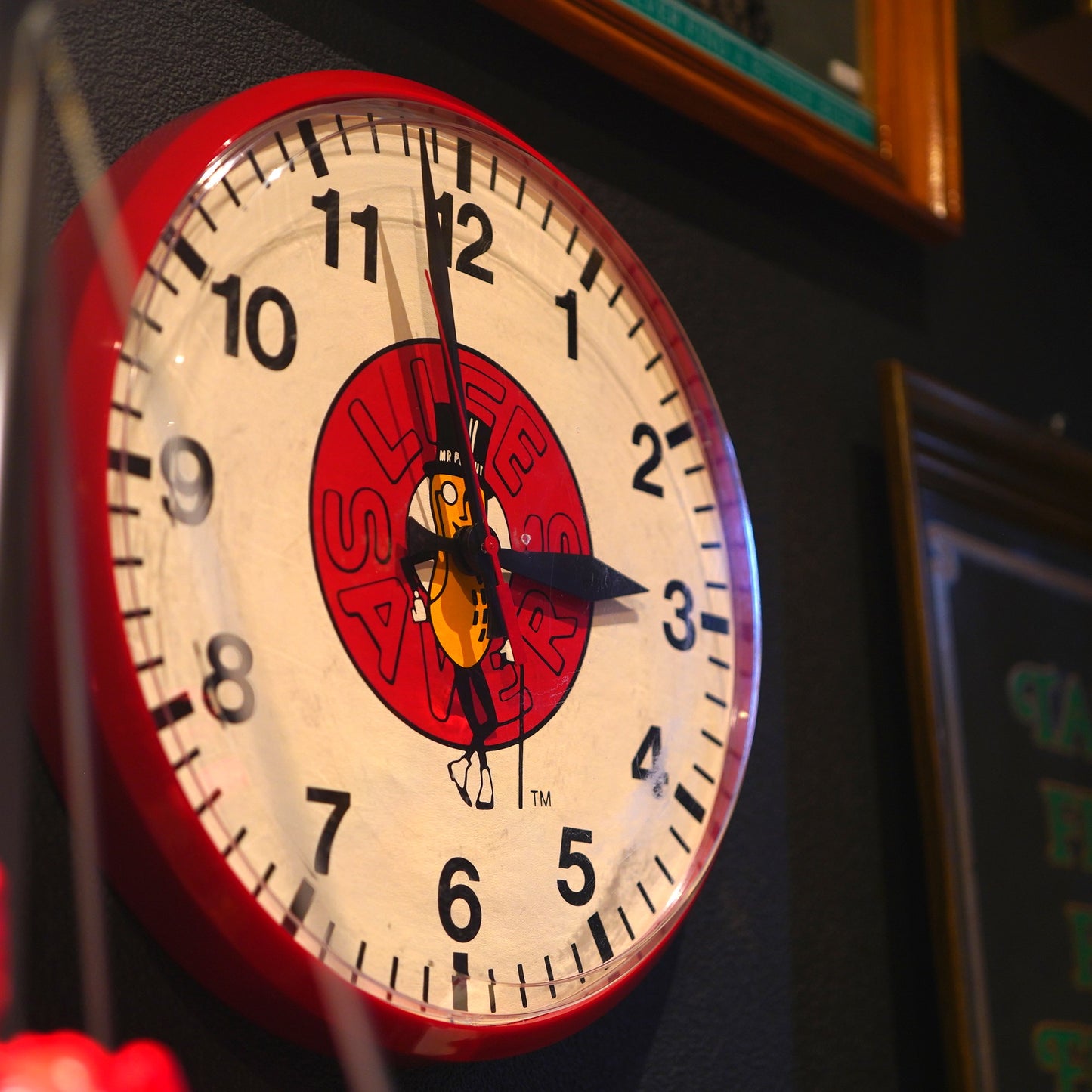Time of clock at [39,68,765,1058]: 2:58
